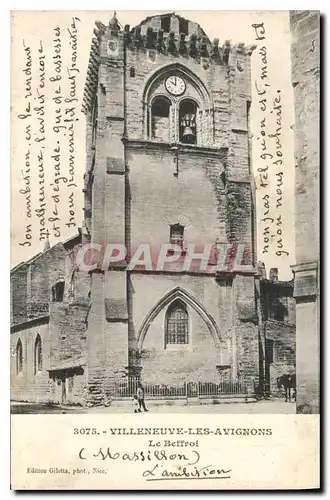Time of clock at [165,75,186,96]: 10:00
